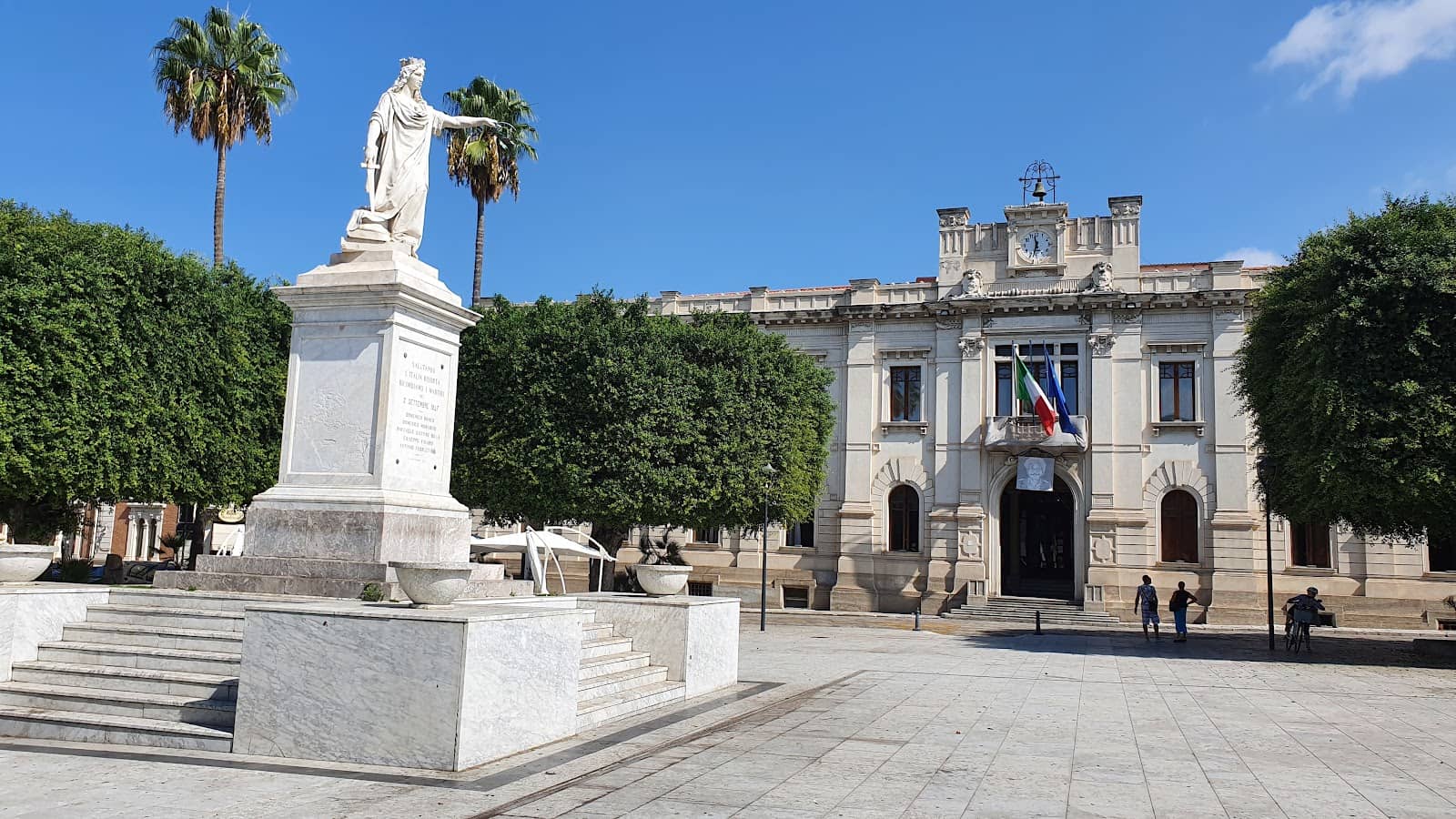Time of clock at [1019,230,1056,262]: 11:32
